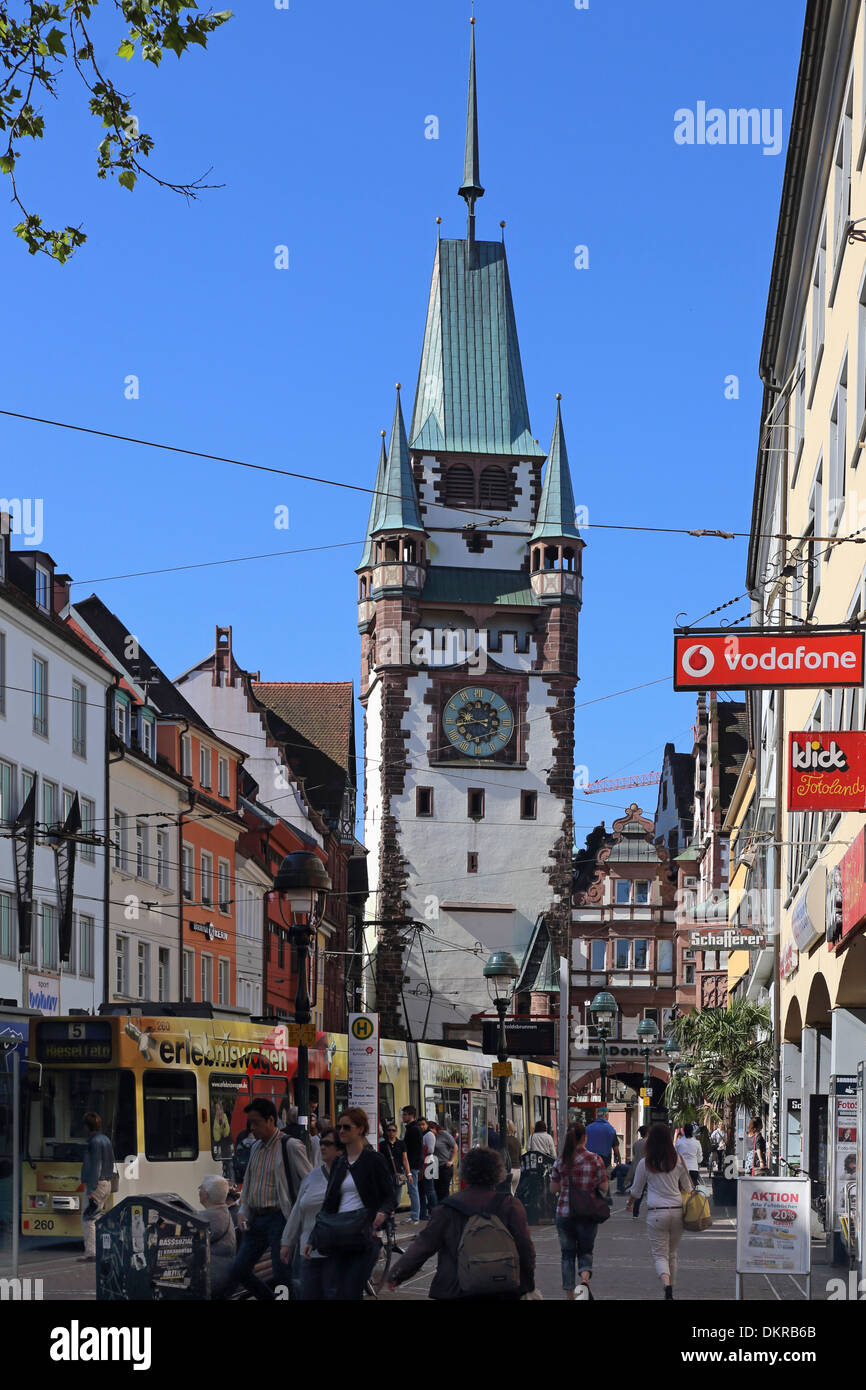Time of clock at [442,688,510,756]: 3:43
